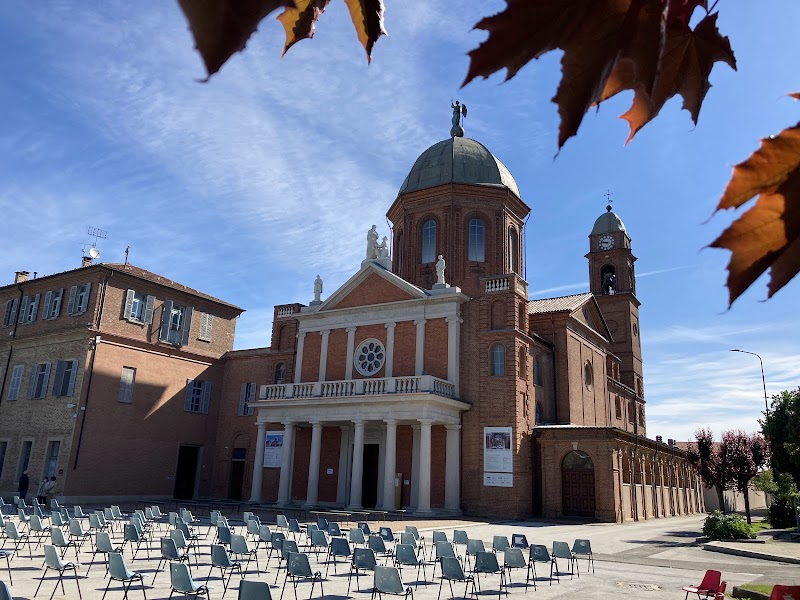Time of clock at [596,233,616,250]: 9:47
